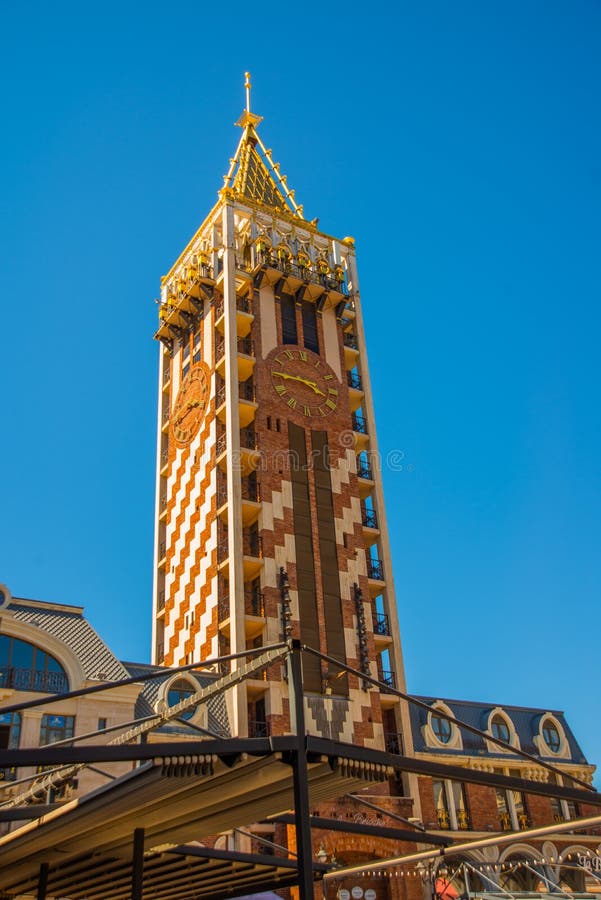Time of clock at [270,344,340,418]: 3:46
